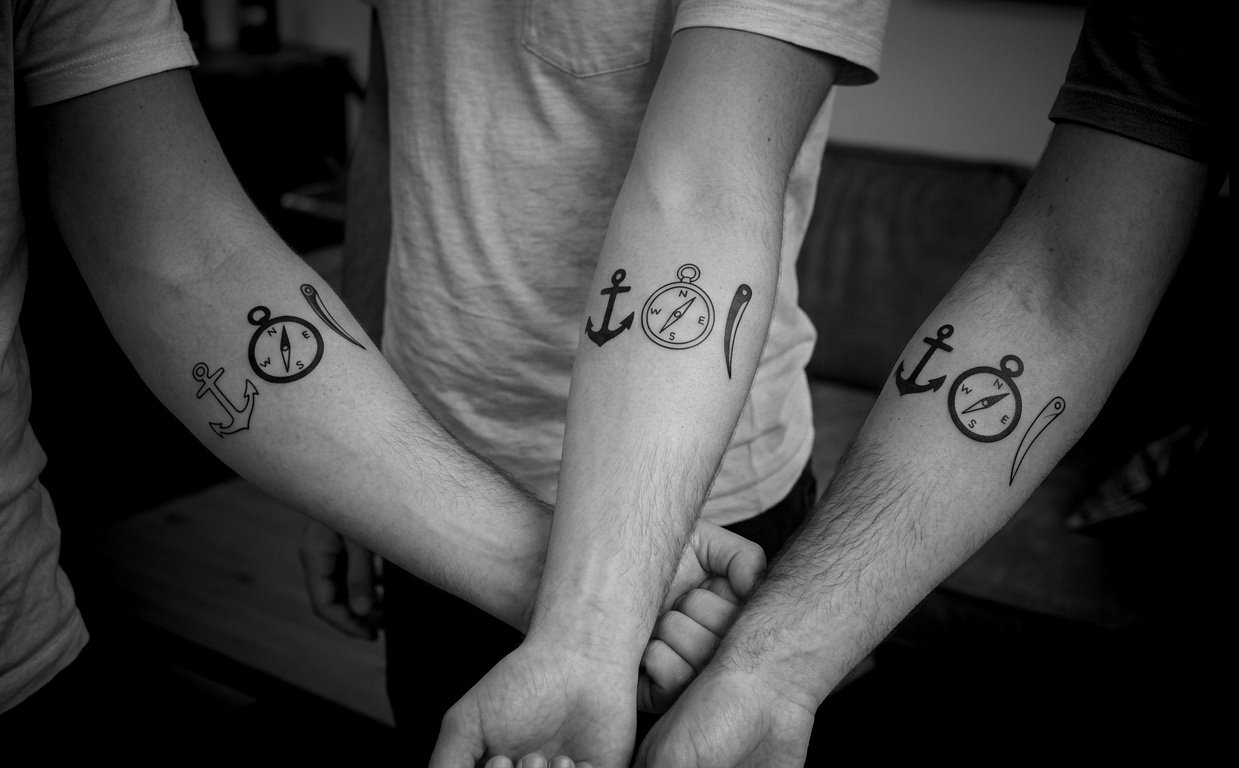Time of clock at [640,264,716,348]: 1:34
